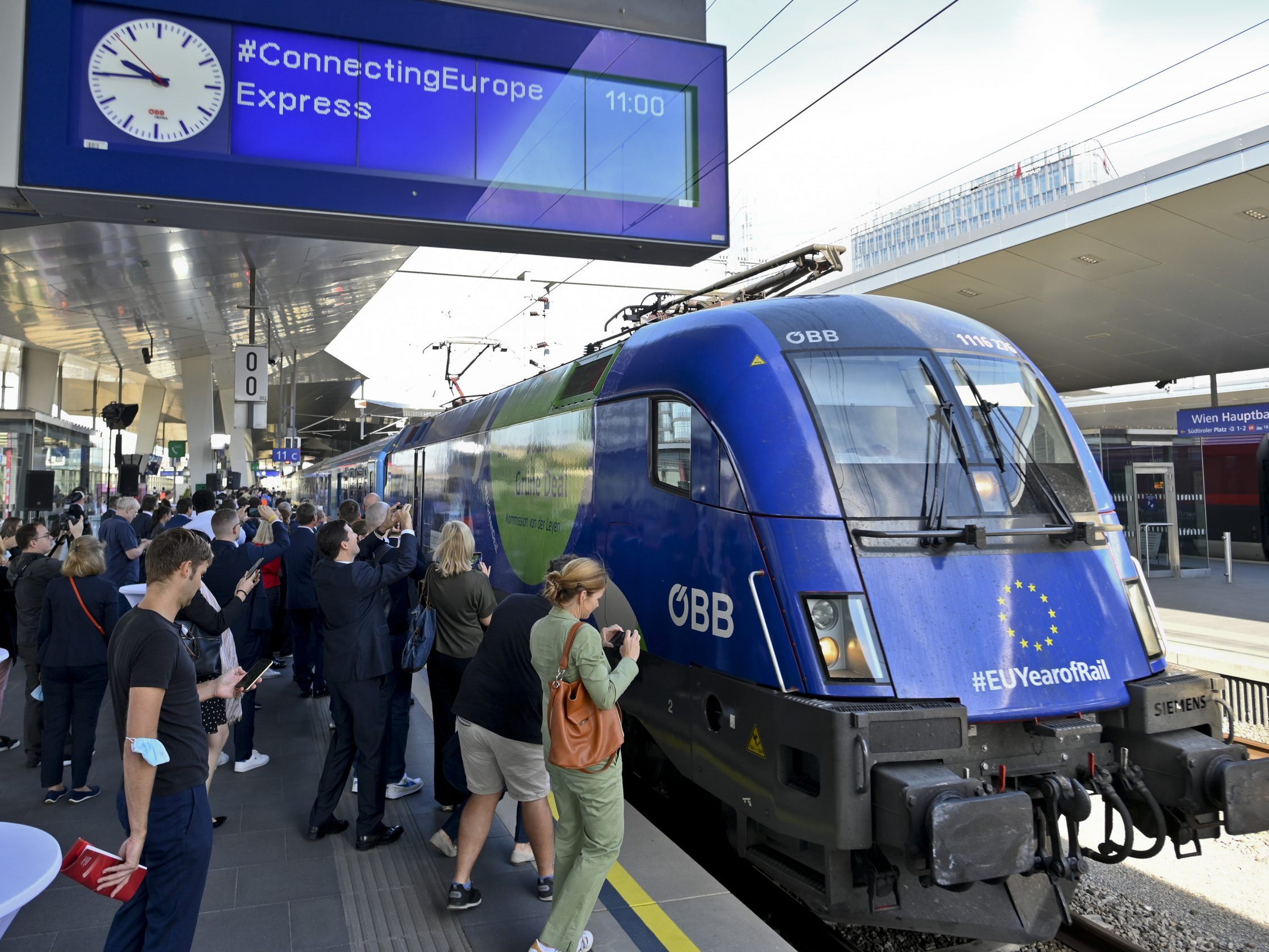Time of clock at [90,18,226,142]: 9:45
